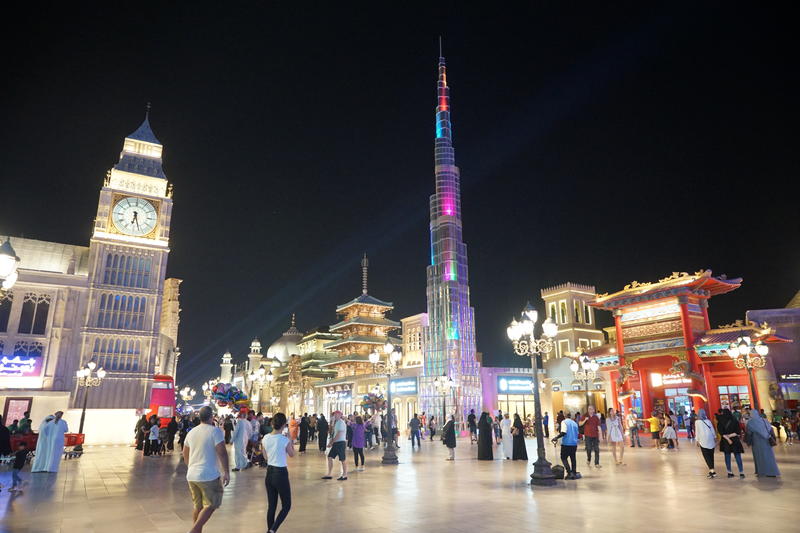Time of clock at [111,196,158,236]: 6:27
